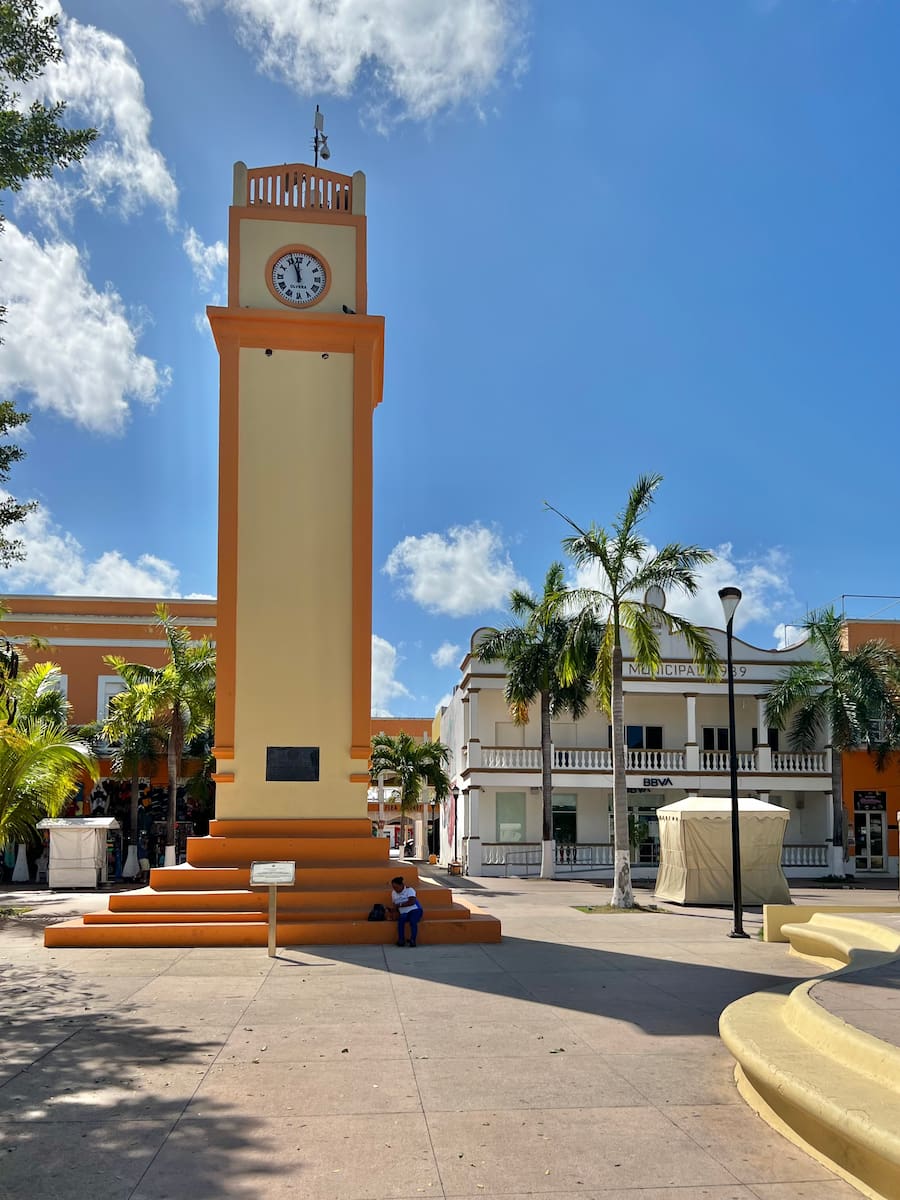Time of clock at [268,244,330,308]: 11:56
